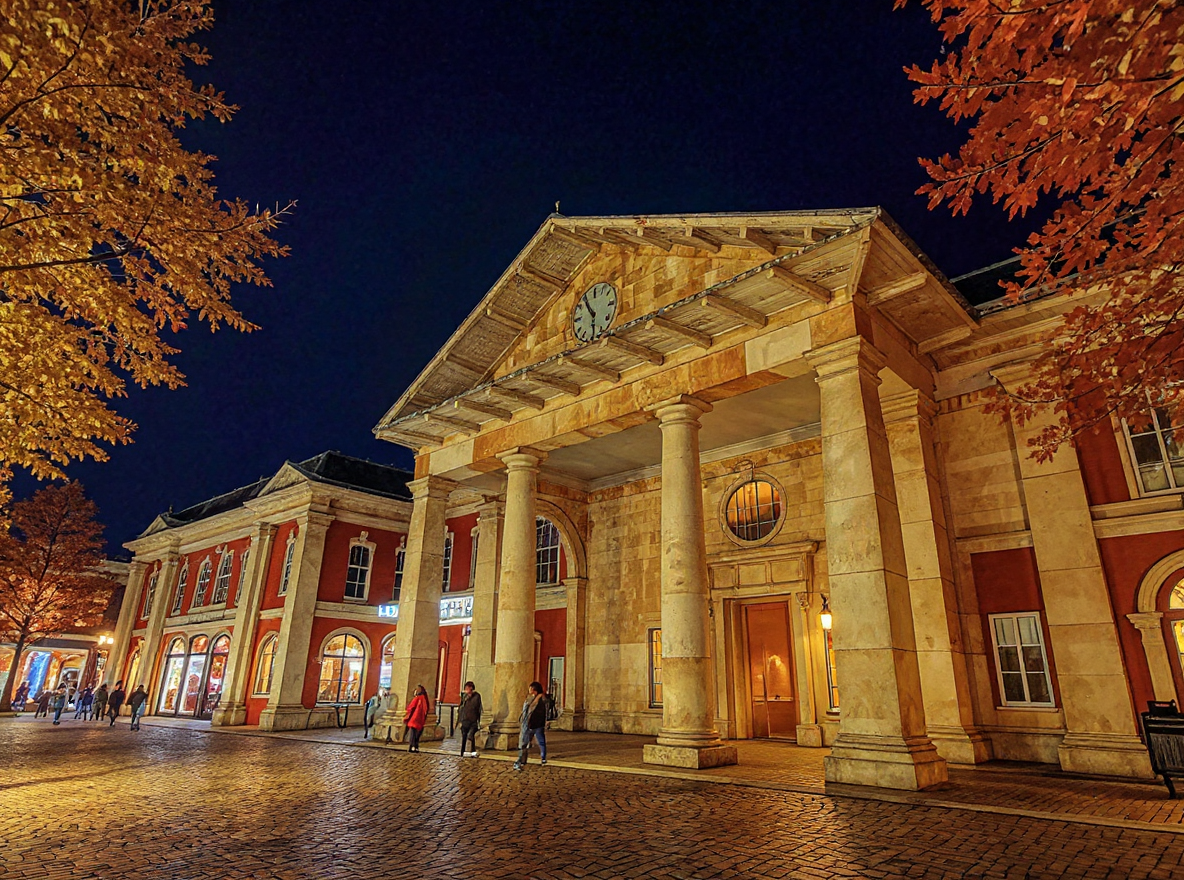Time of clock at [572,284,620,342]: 10:28
